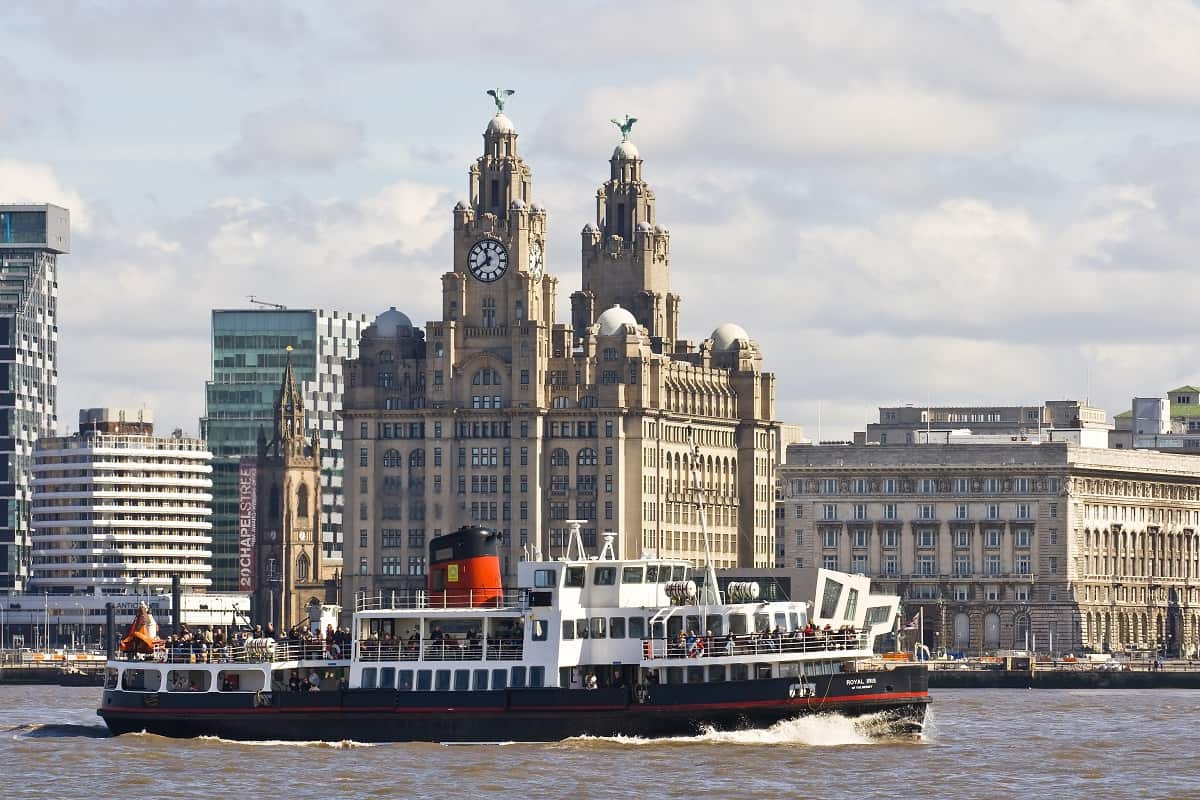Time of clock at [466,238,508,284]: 11:38
